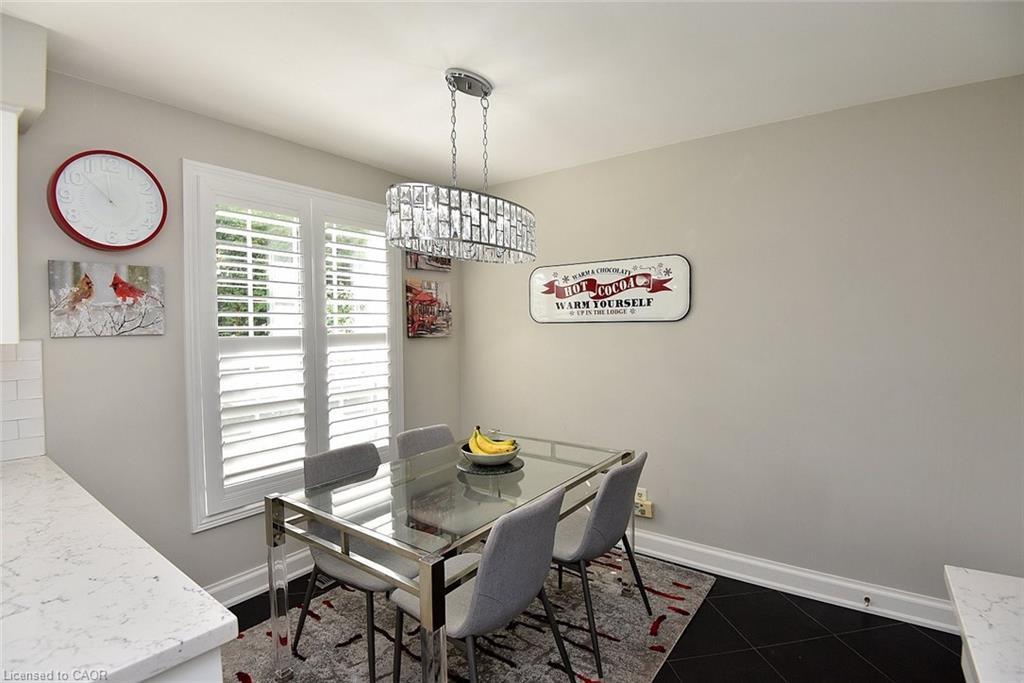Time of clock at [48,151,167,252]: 11:52
